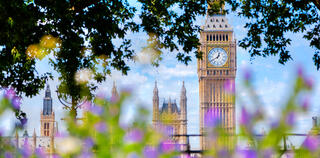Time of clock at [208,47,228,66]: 12:39
